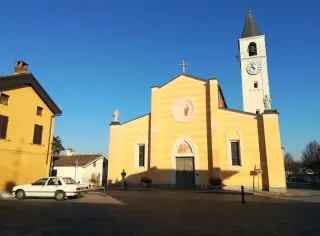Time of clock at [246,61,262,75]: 9:56
